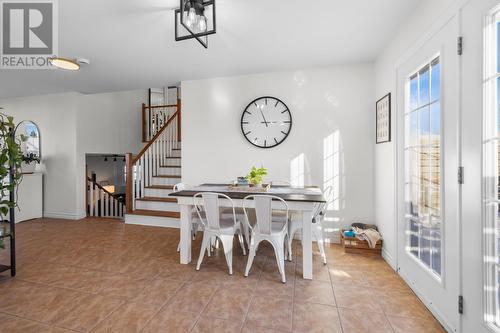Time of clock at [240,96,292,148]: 2:56
